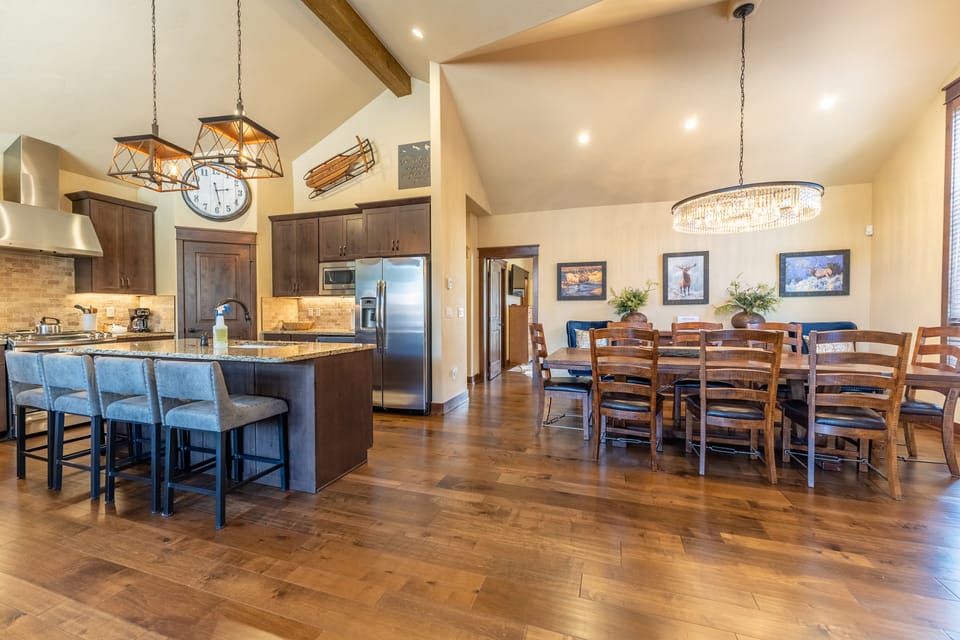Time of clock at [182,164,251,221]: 2:28
